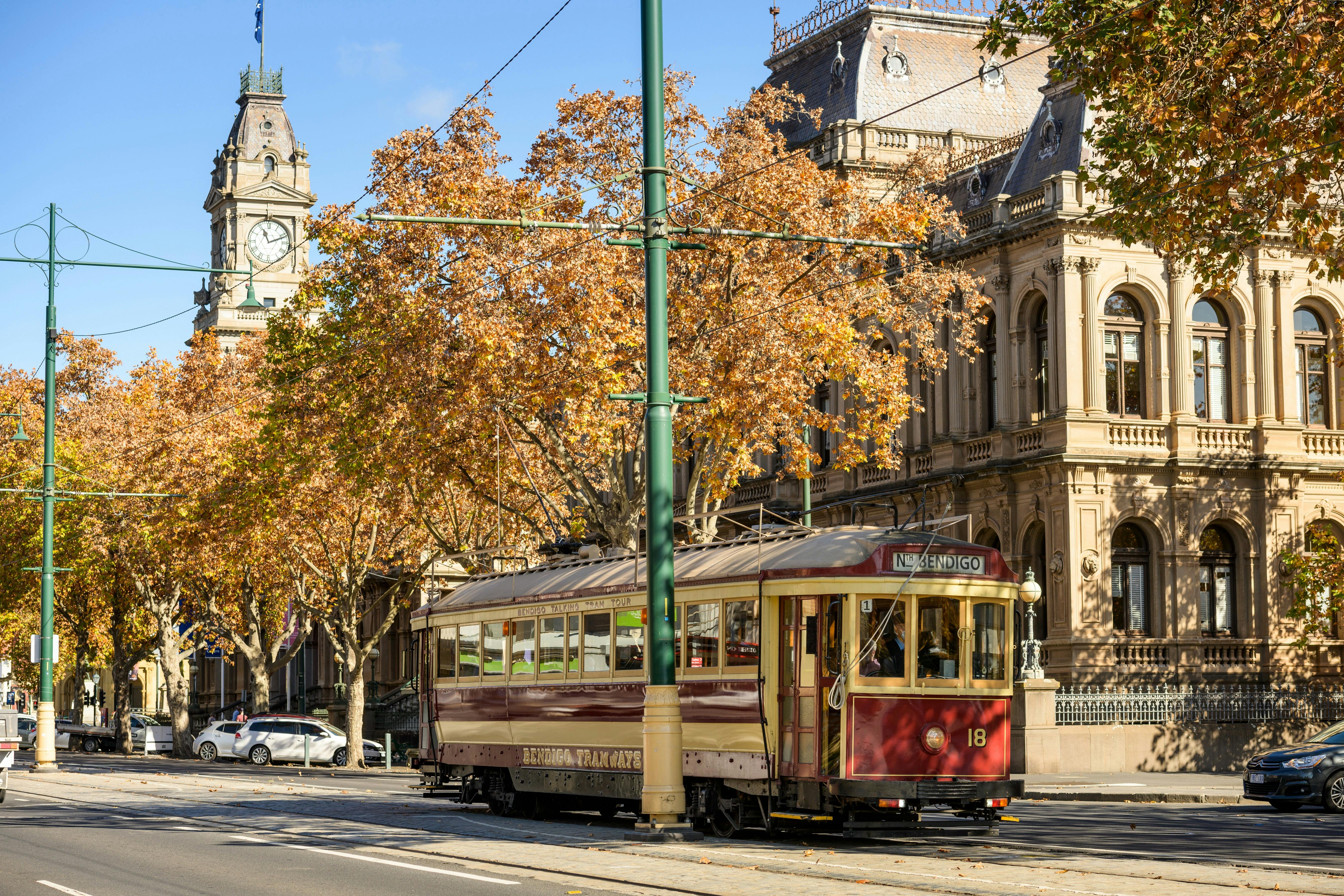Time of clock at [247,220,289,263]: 11:11
